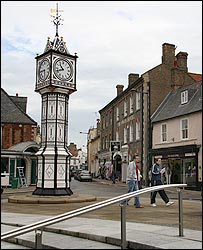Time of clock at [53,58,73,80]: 10:41
